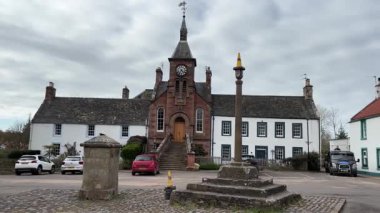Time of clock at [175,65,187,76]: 4:35
